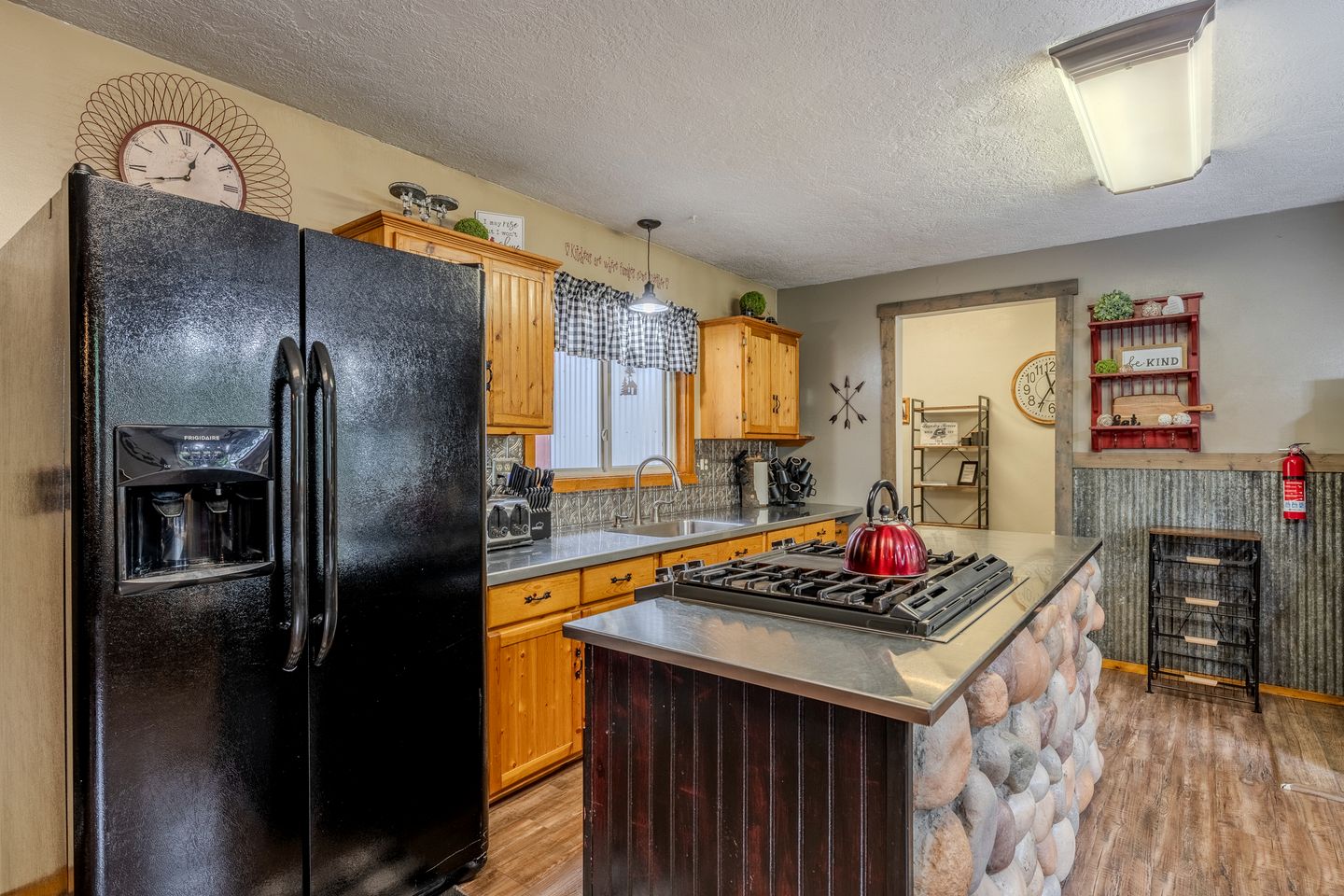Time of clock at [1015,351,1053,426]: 11:35
